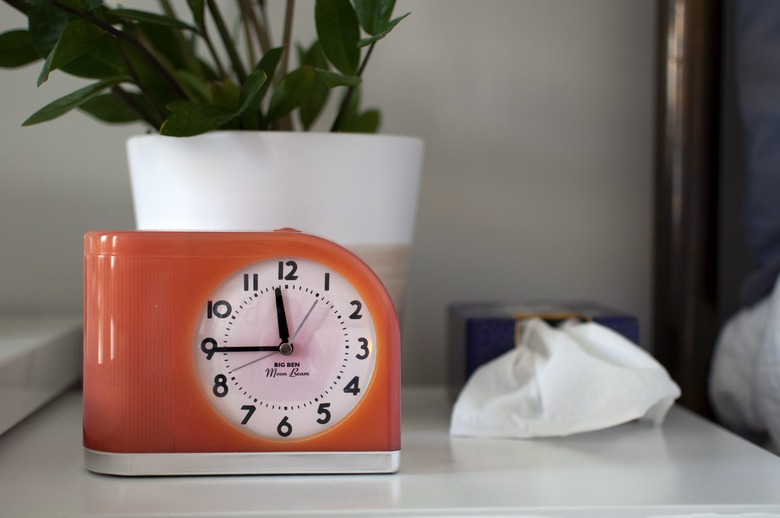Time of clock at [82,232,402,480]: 11:44
